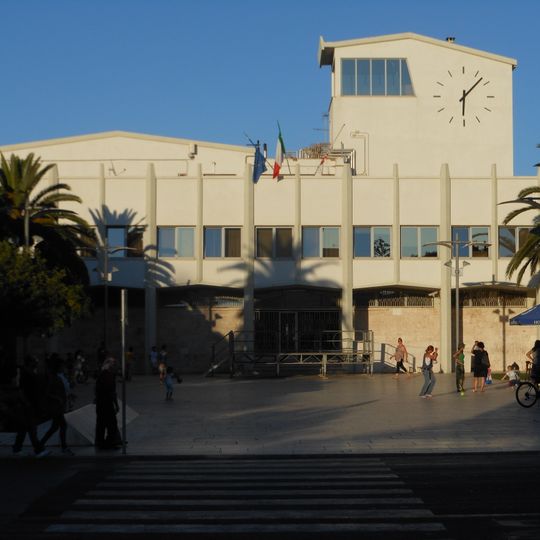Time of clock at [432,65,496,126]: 6:07
